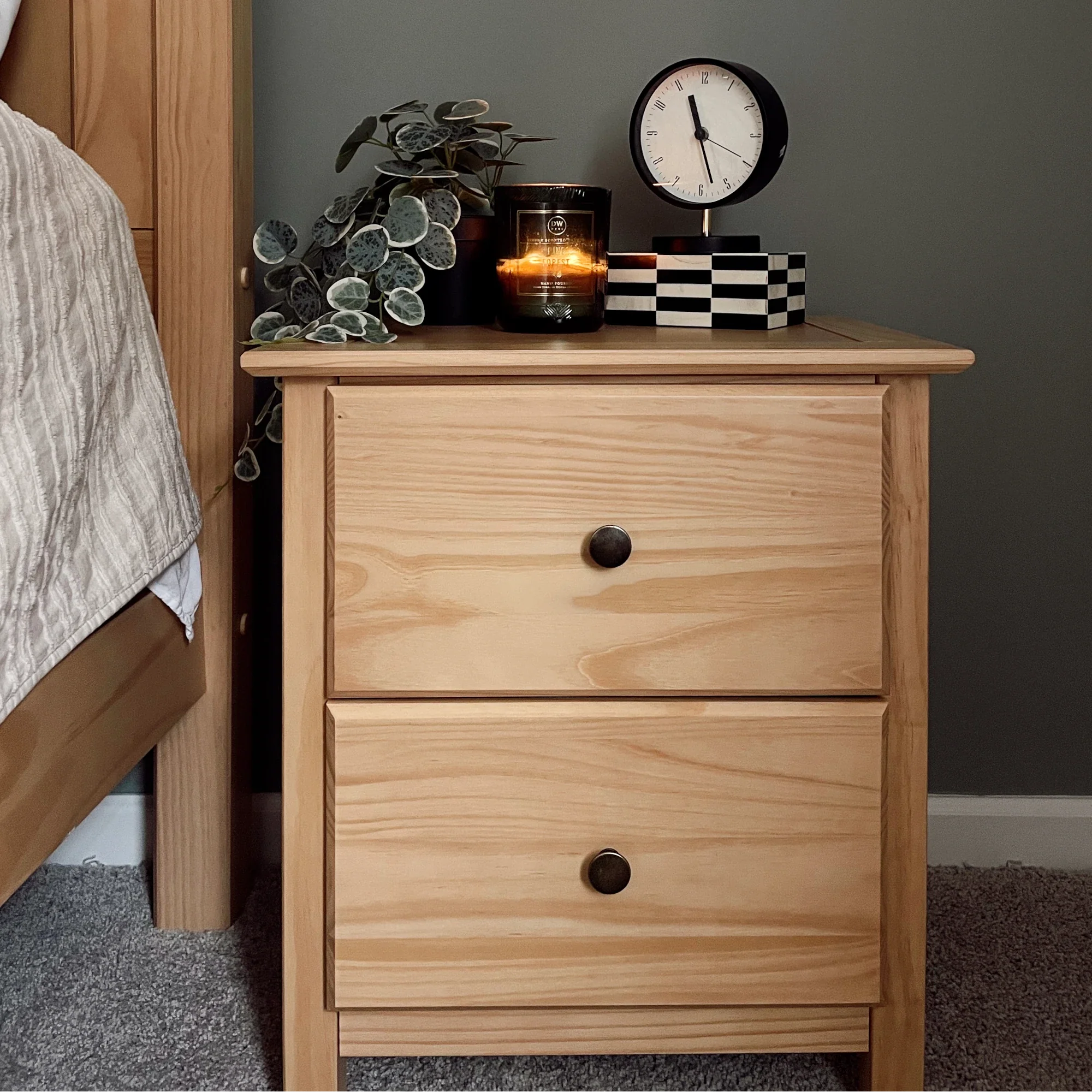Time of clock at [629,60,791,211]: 11:27
